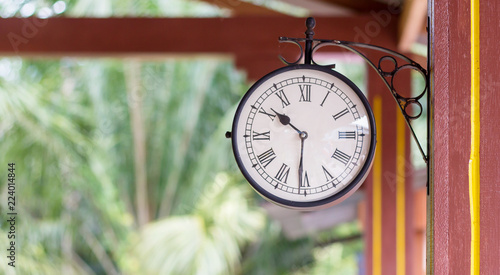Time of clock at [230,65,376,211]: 10:30
